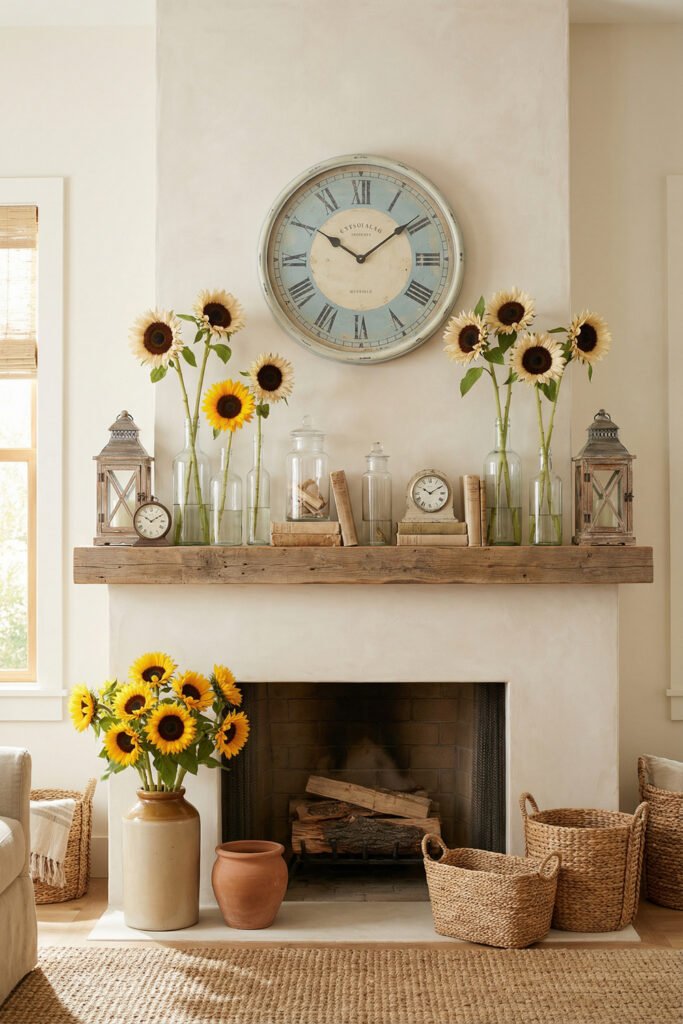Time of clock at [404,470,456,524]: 10:09
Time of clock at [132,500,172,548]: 10:09
